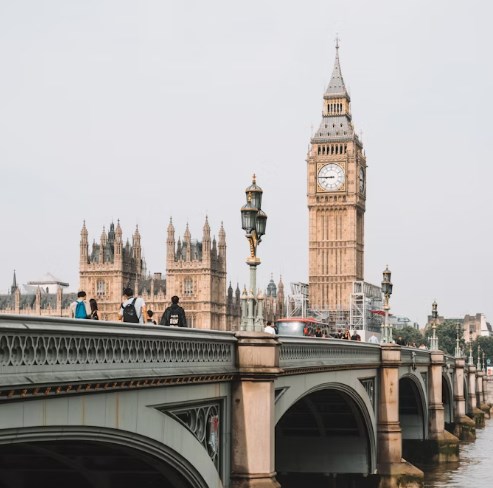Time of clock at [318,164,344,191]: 8:45
